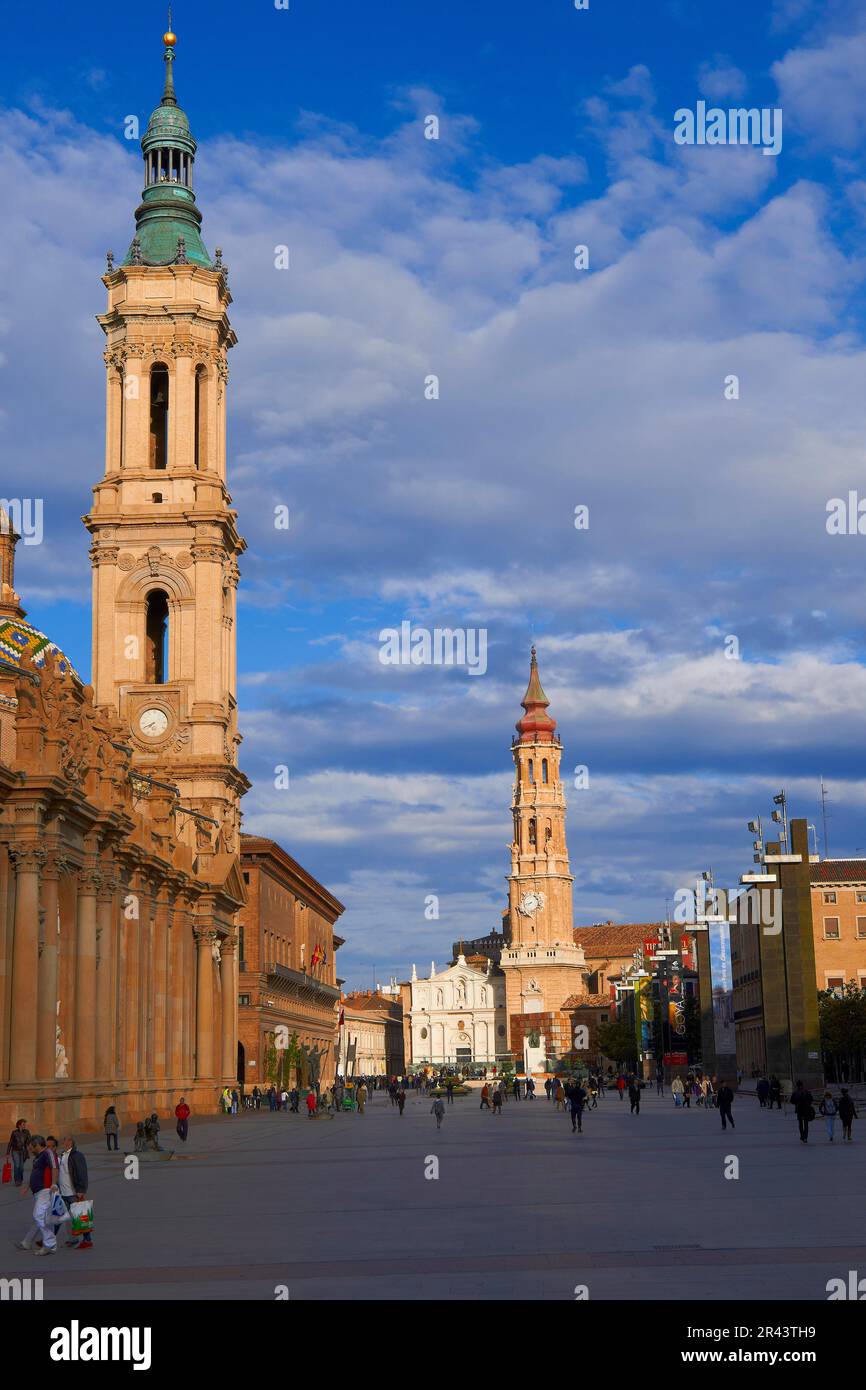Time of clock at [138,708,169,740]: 7:41
